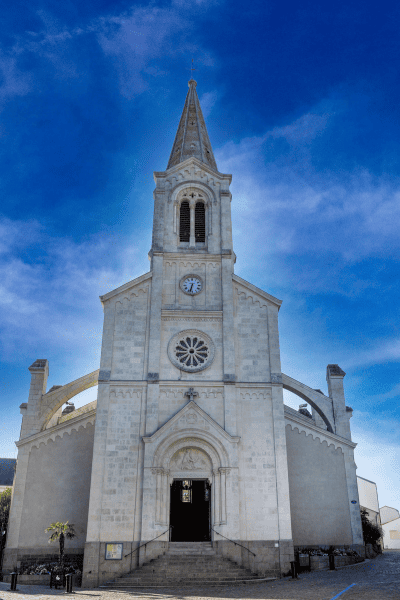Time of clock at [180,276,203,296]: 6:32
